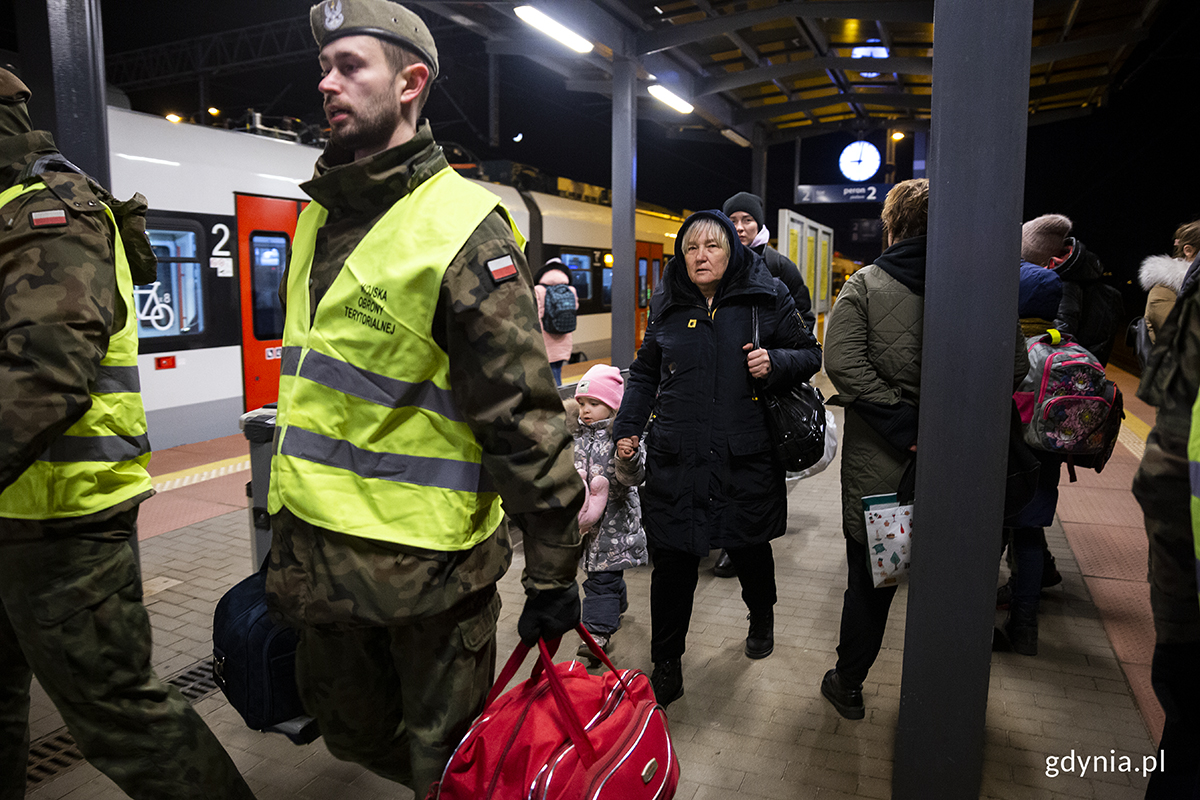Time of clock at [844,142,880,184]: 9:01
